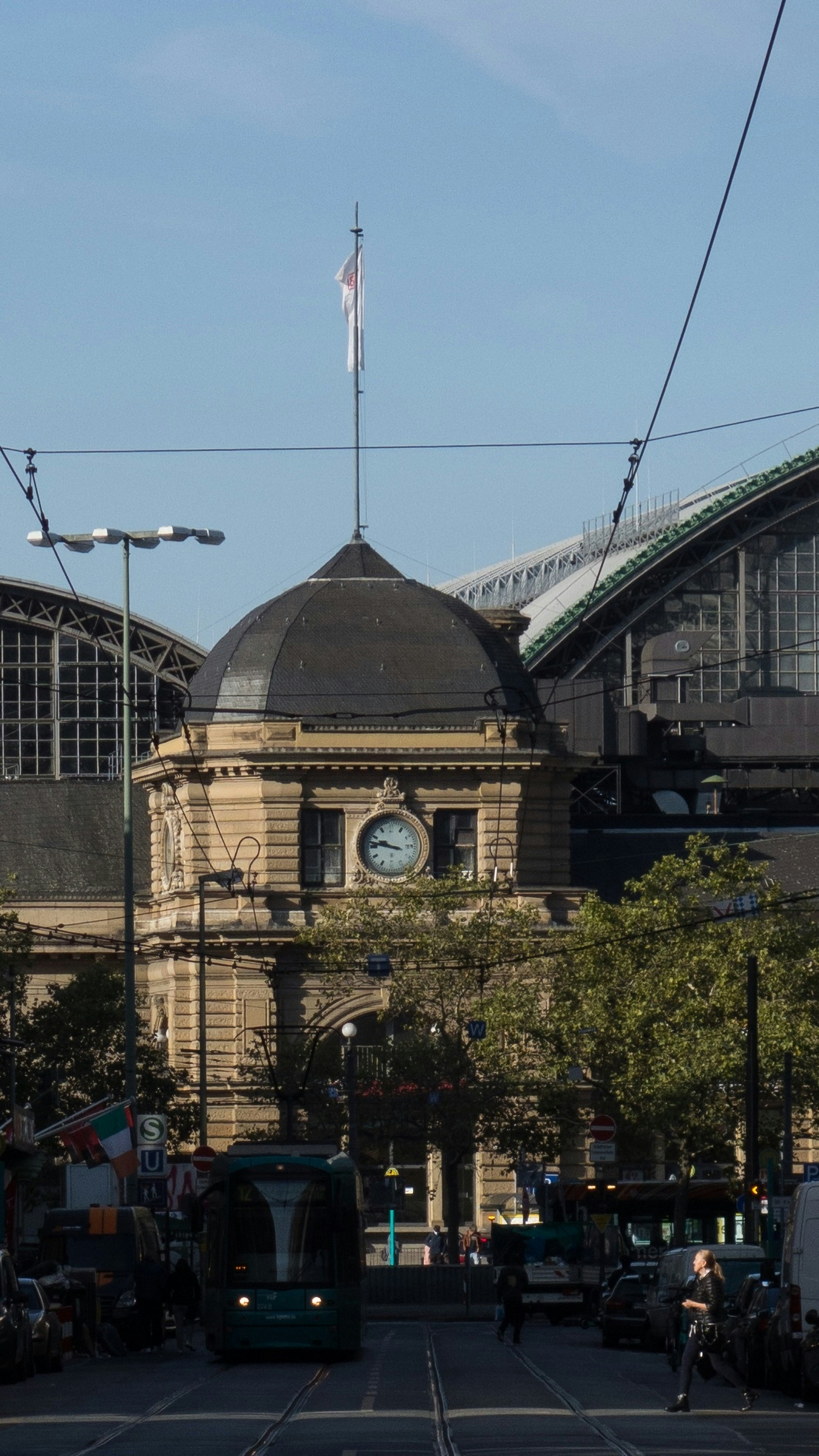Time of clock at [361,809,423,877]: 9:47
